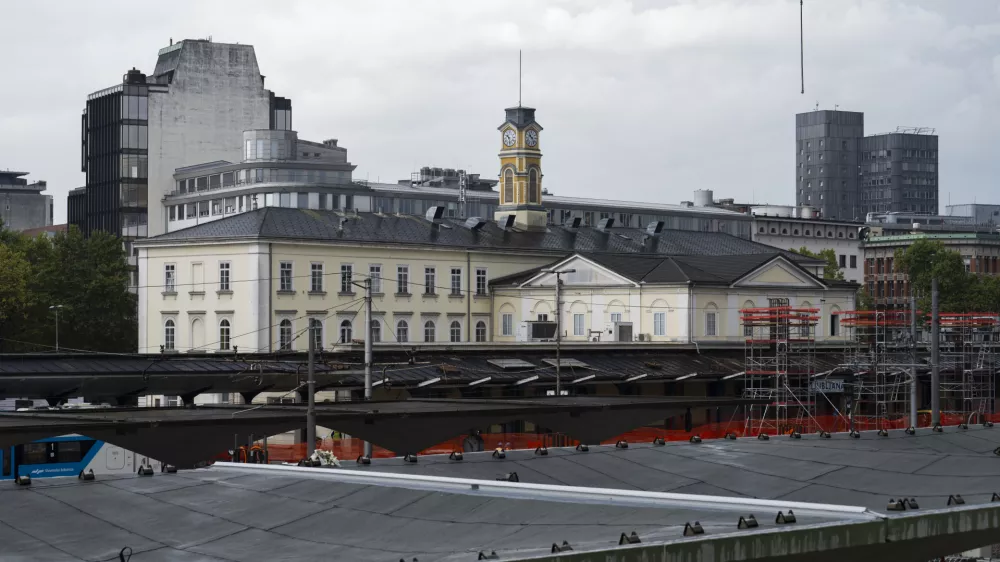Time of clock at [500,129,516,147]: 10:28
